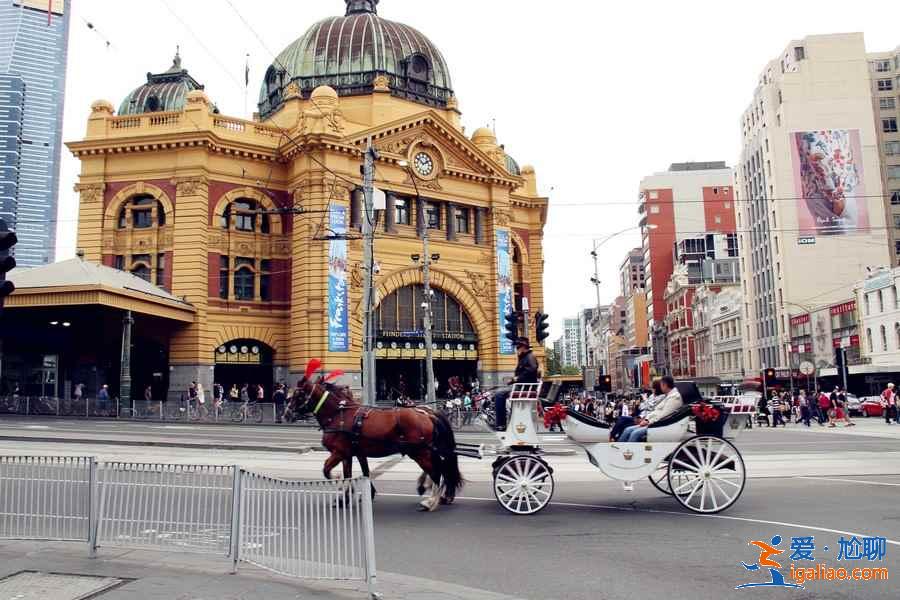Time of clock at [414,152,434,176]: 1:50
